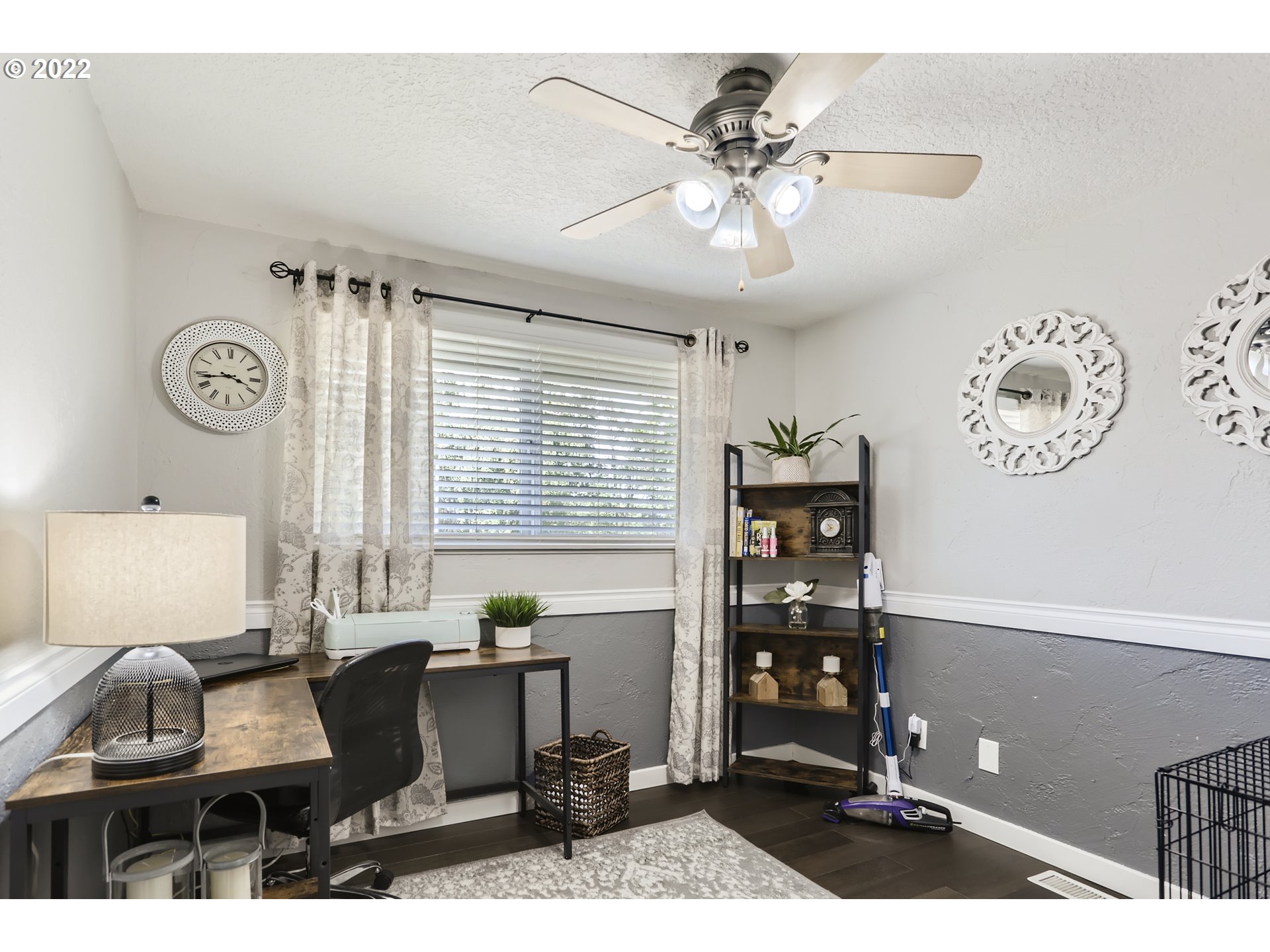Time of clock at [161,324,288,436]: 3:43
